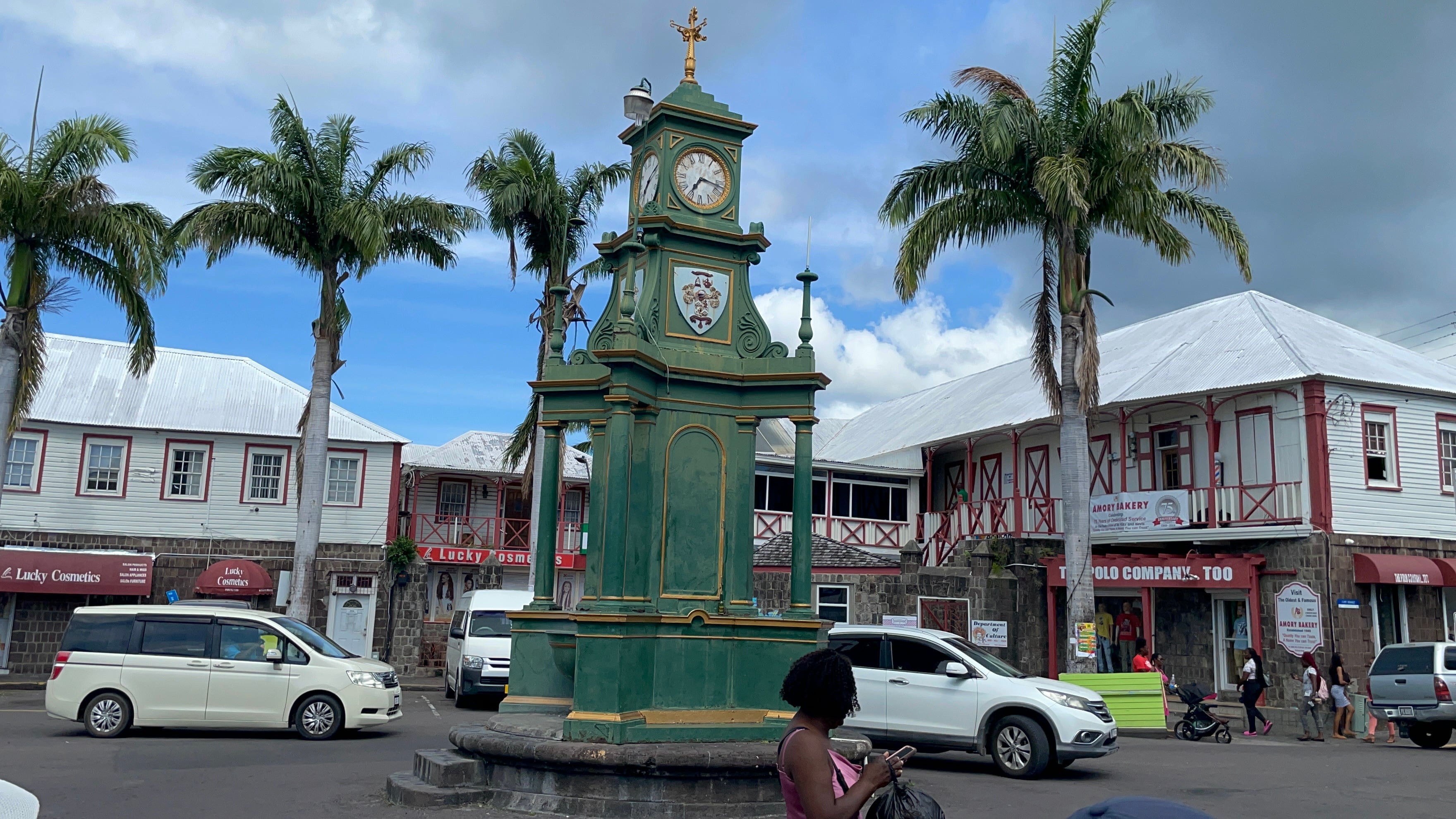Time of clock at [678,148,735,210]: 7:16
